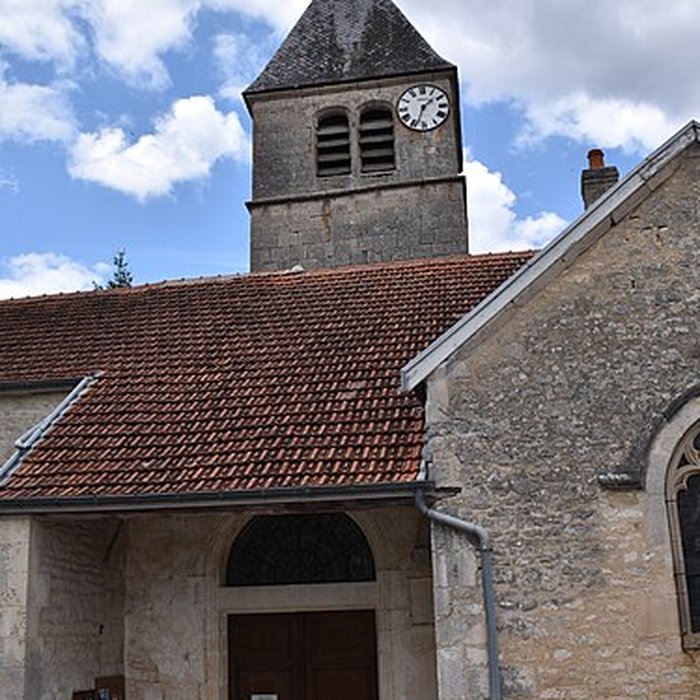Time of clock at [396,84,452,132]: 1:33
